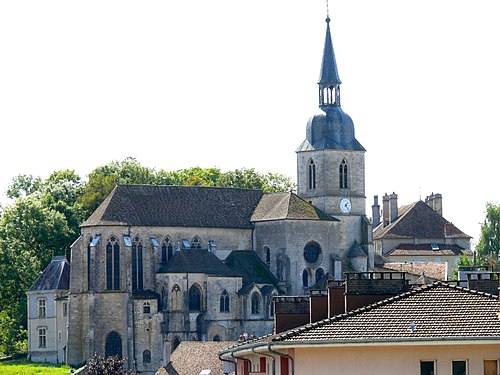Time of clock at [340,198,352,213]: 1:23
